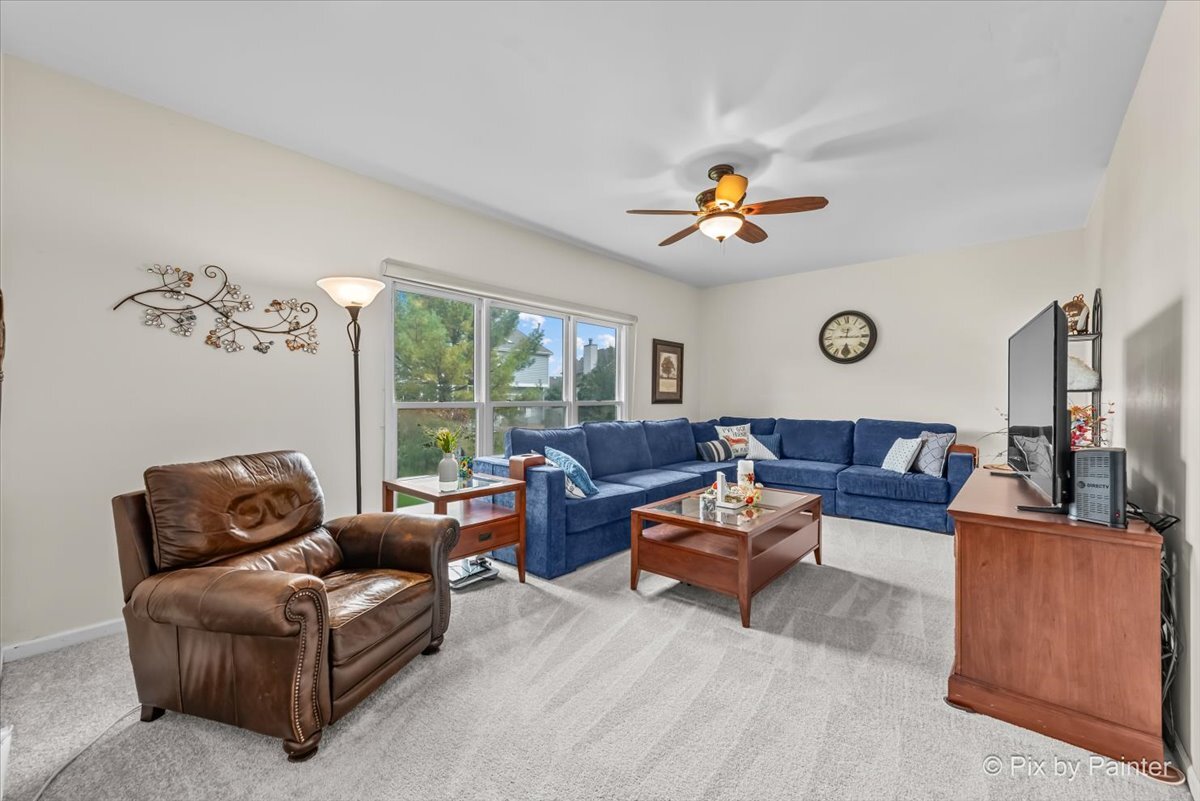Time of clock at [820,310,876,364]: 12:15
